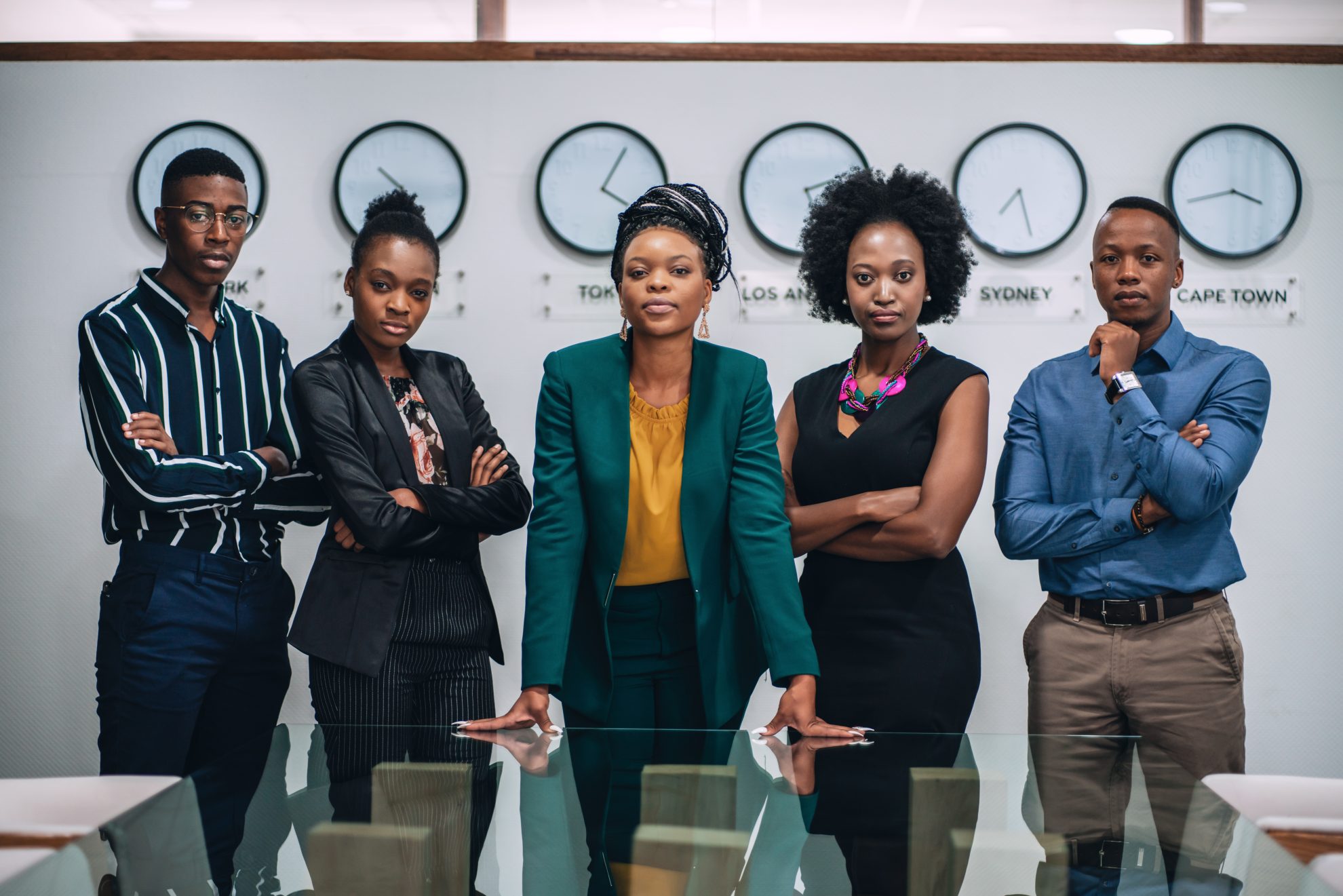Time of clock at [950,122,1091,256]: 7:27
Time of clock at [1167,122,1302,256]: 3:42
